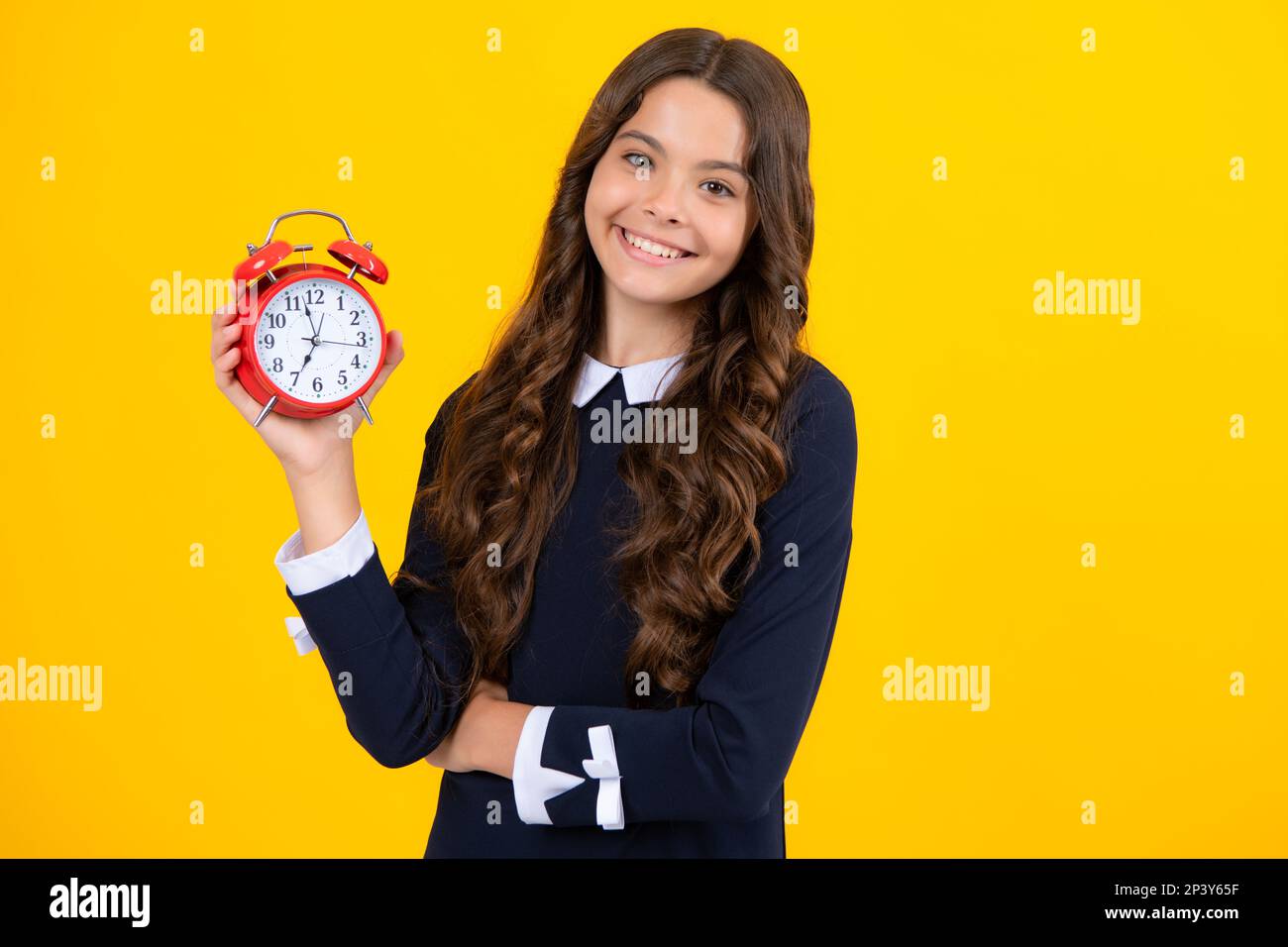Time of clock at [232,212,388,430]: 6:57
